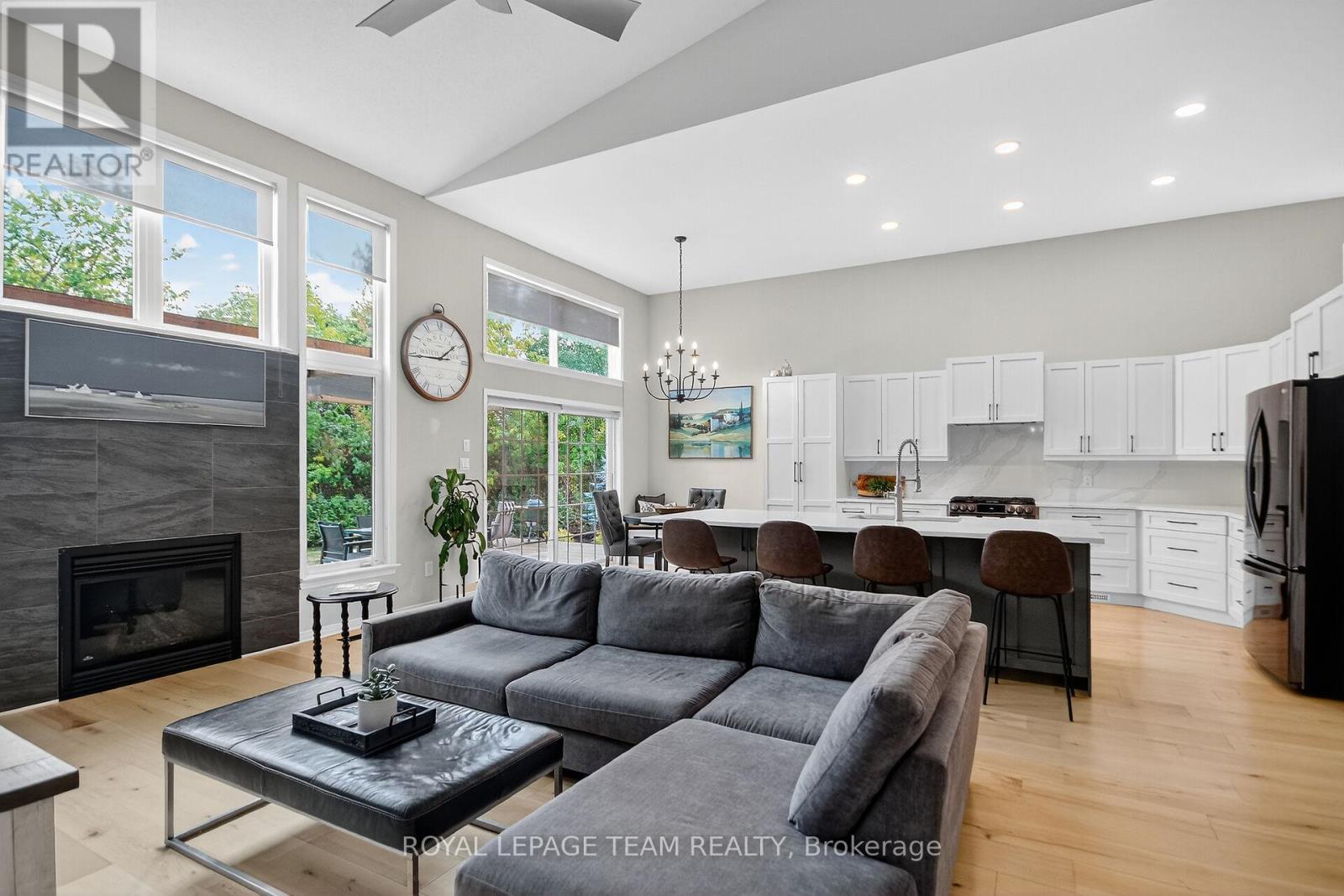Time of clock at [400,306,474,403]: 1:44
